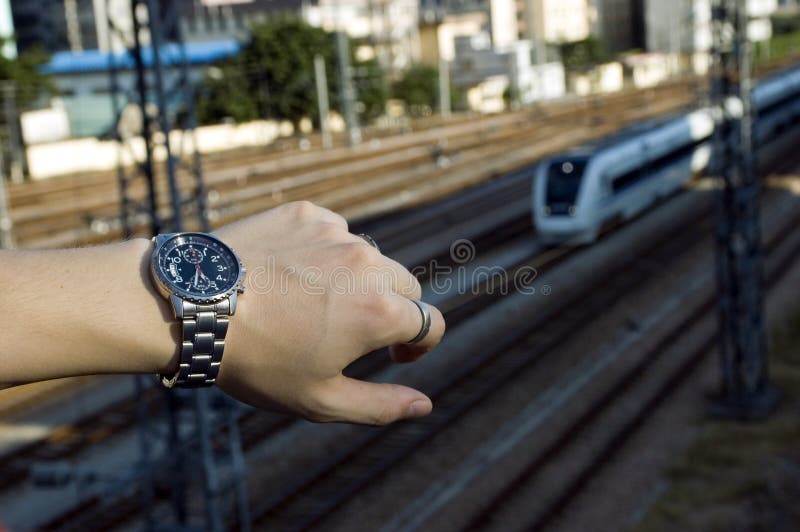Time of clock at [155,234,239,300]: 5:32
